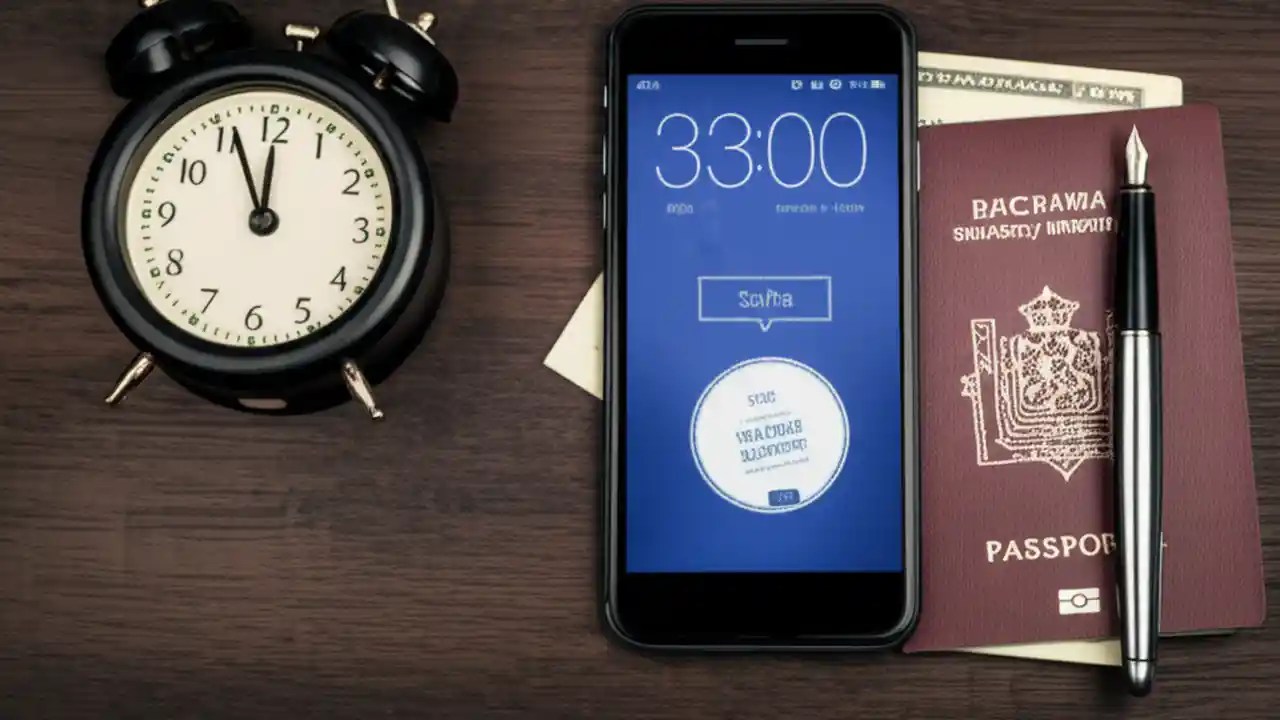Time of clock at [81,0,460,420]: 11:56
